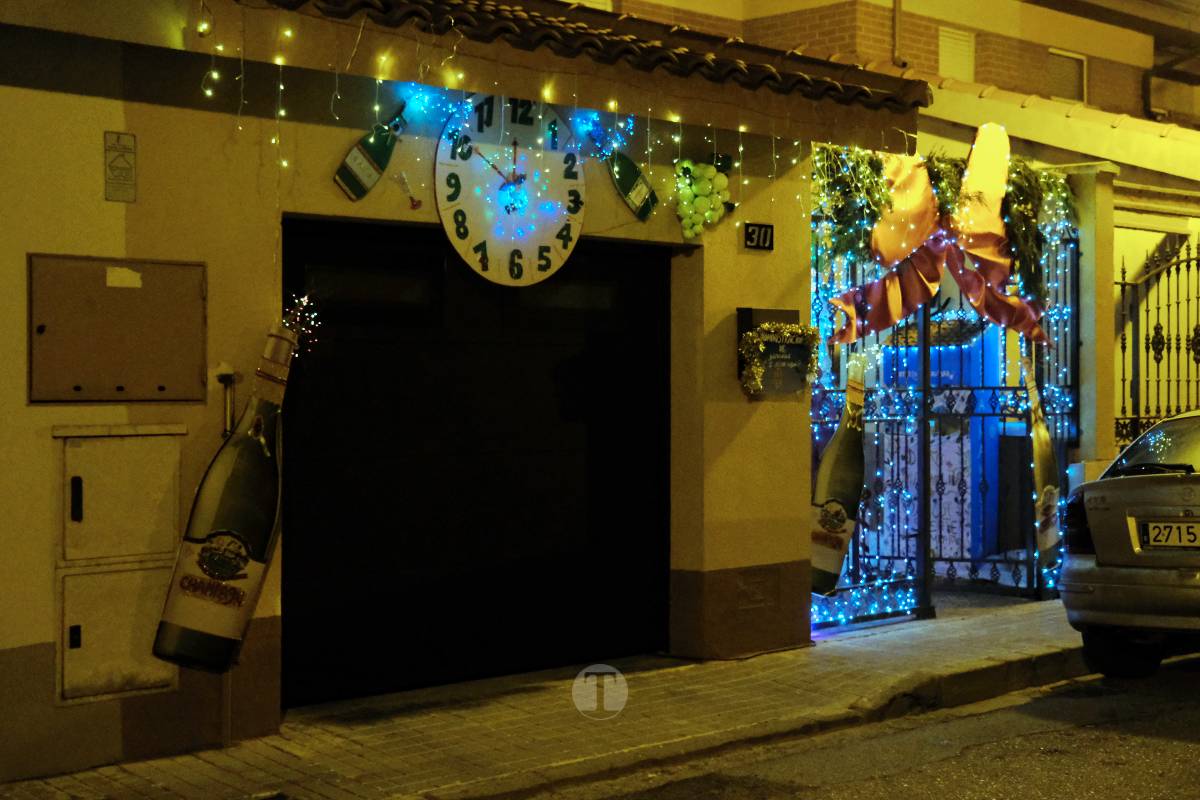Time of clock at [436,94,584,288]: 11:51
